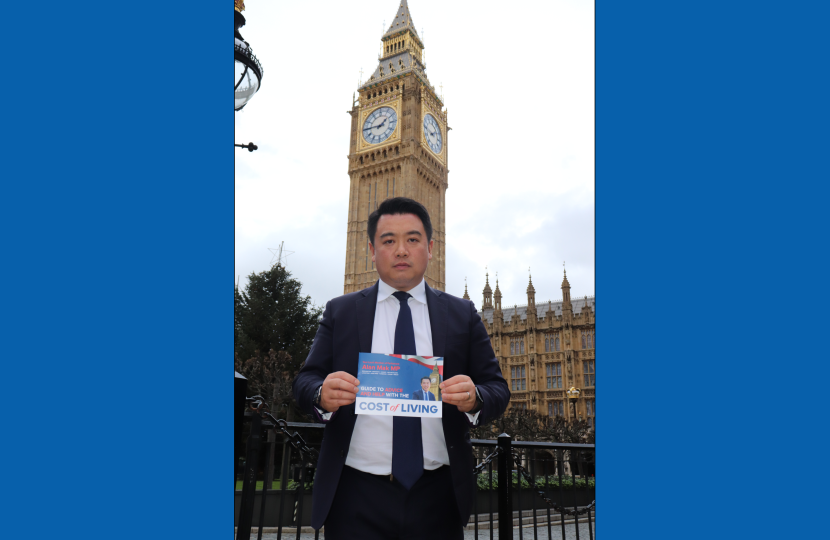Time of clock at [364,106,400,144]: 1:45
